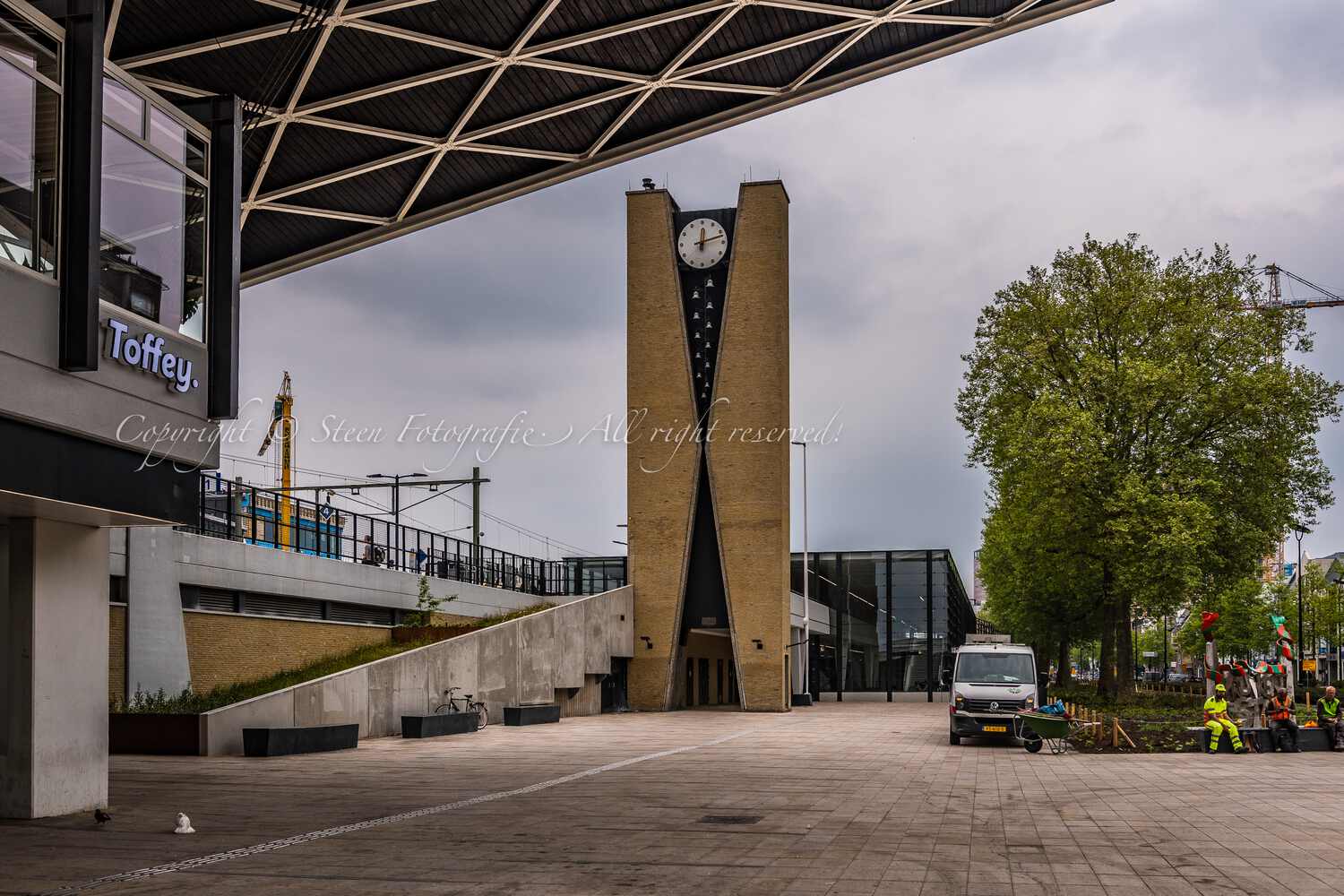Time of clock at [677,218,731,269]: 12:12
